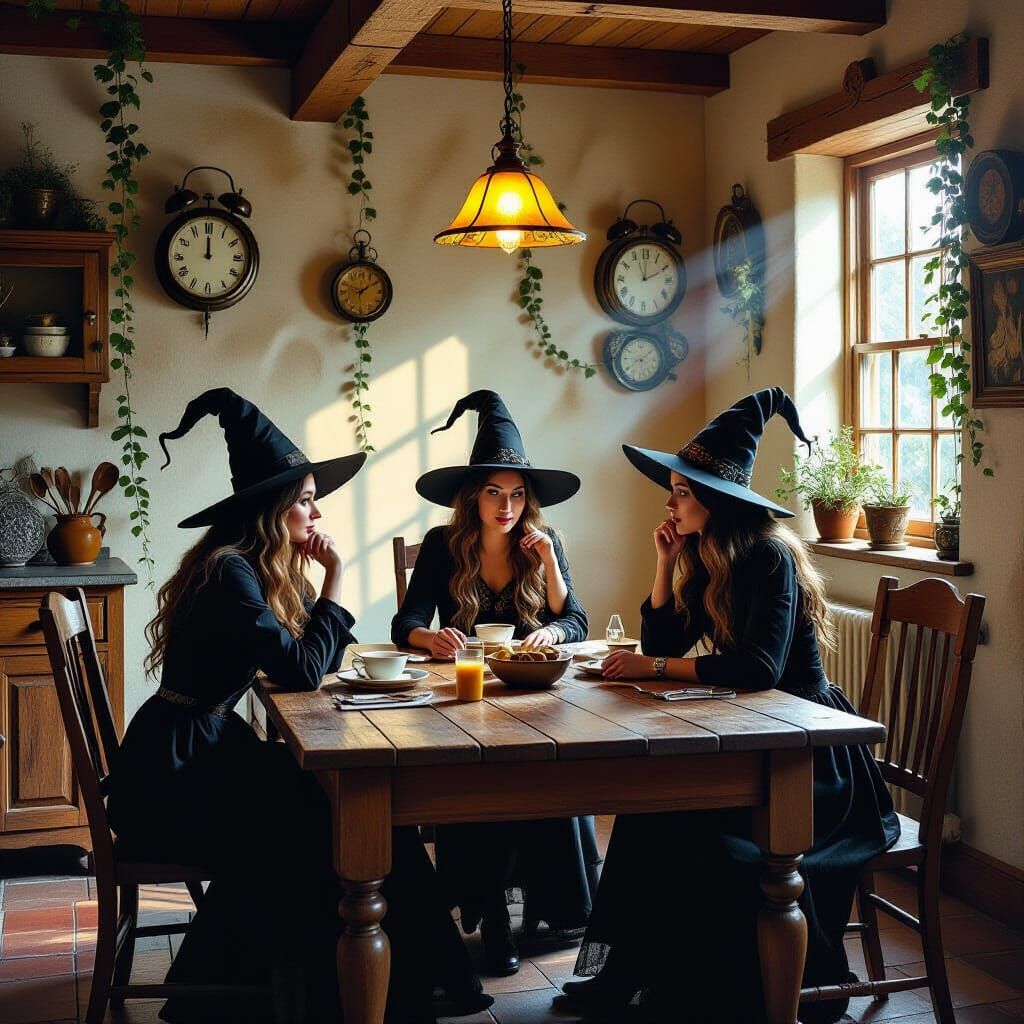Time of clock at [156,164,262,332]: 12:00
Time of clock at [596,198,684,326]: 12:10
